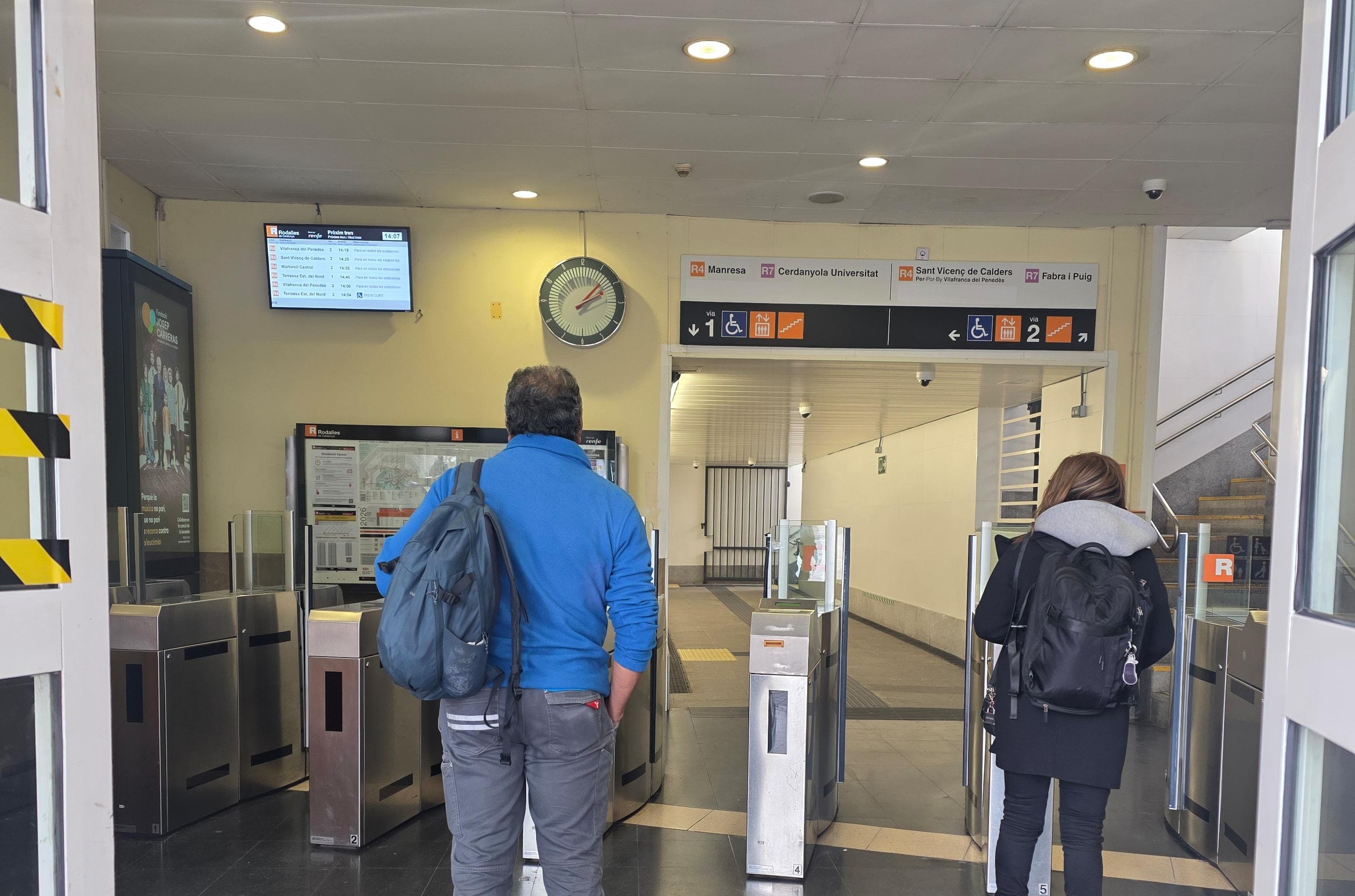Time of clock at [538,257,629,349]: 2:07
